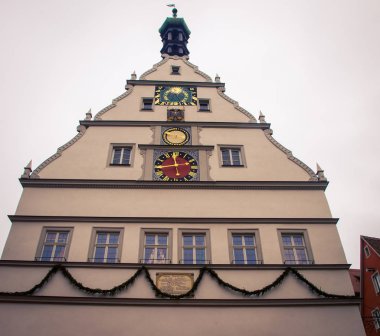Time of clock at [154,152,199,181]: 11:43
